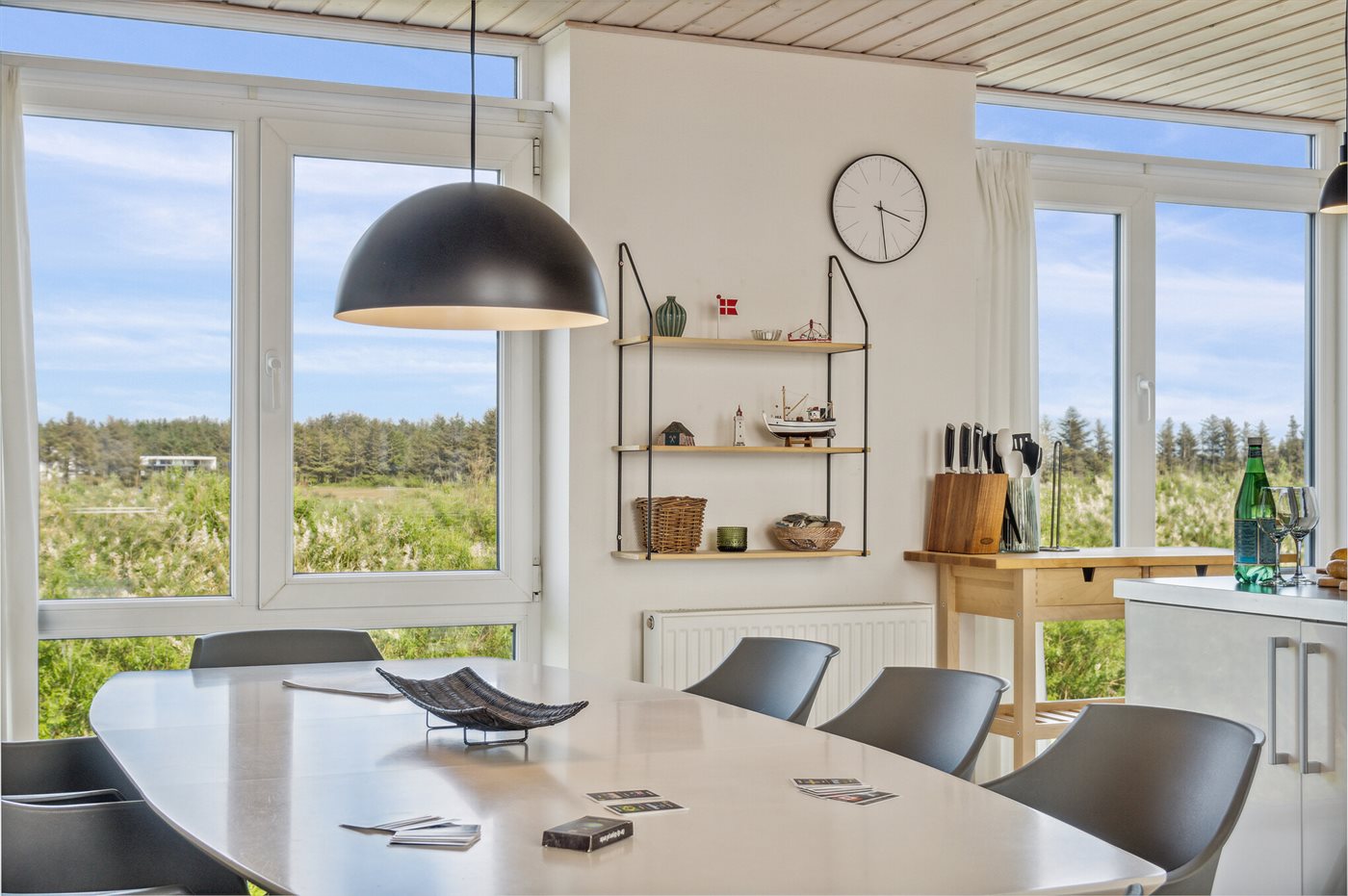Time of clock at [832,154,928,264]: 3:28
